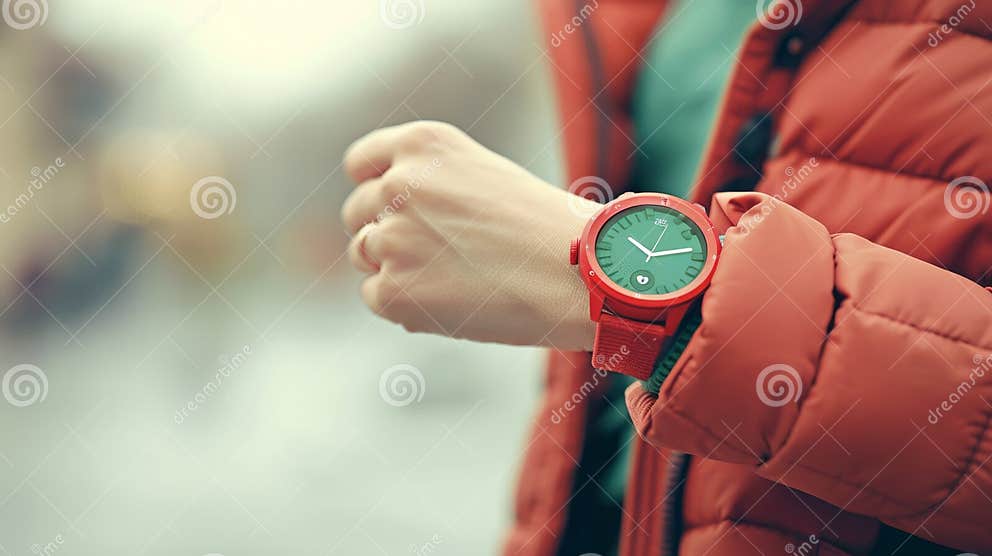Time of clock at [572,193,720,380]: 10:13
